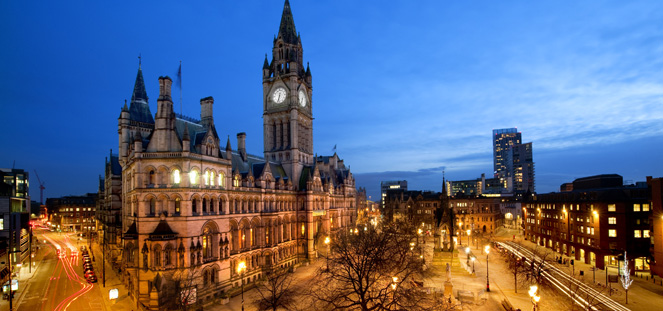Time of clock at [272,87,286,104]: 6:32
